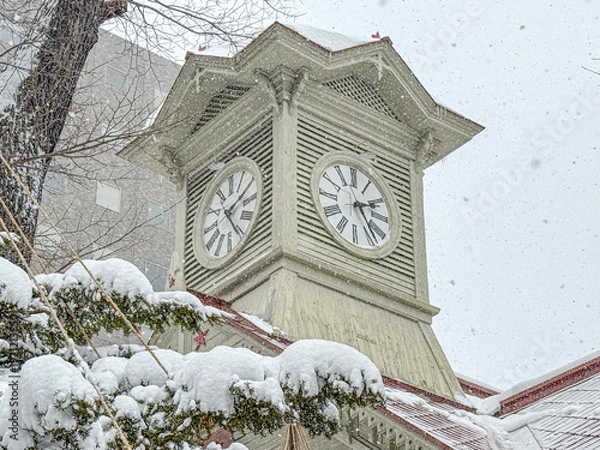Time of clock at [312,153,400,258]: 2:23
